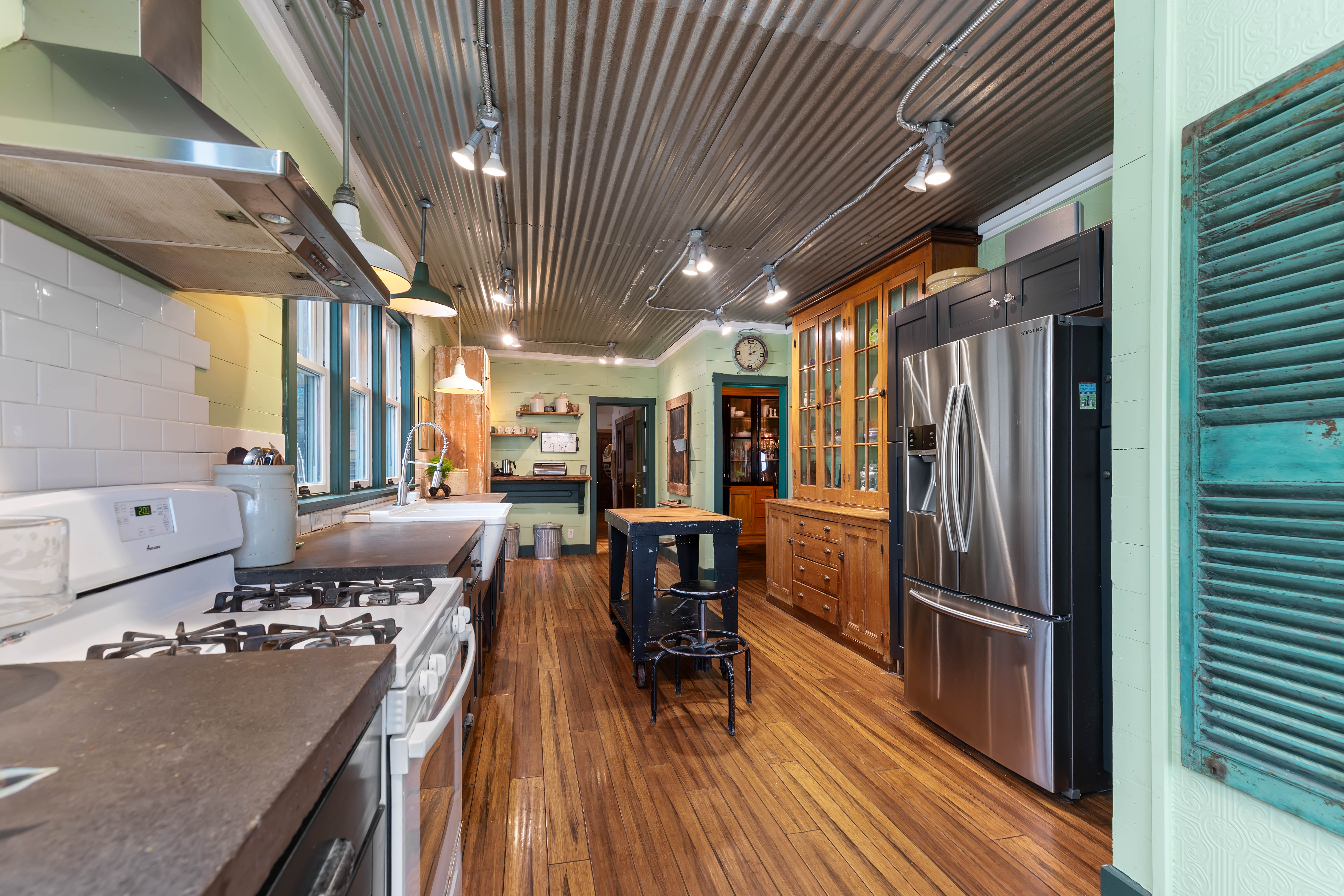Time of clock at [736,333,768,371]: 2:00
